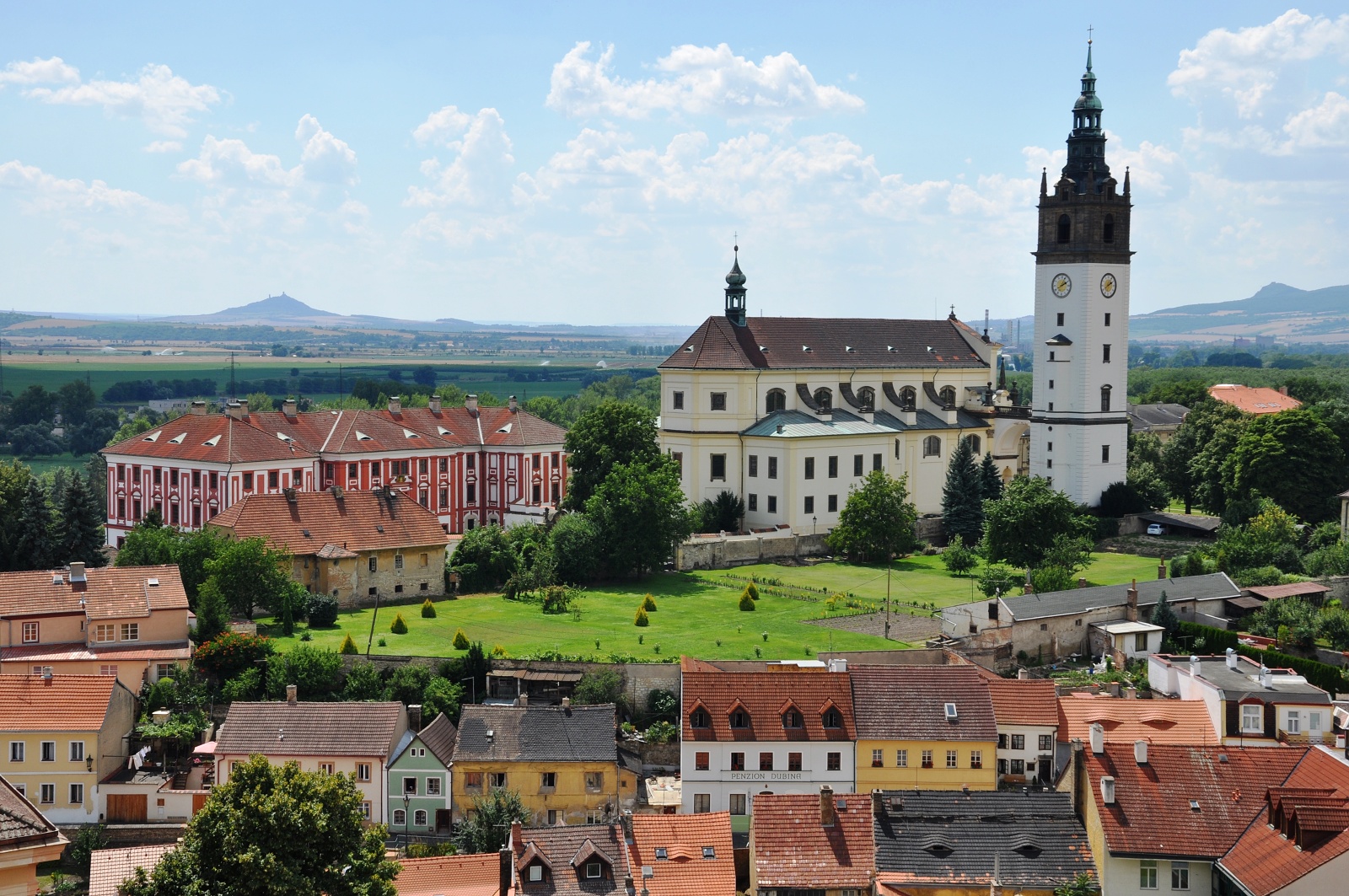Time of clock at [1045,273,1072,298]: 2:04
